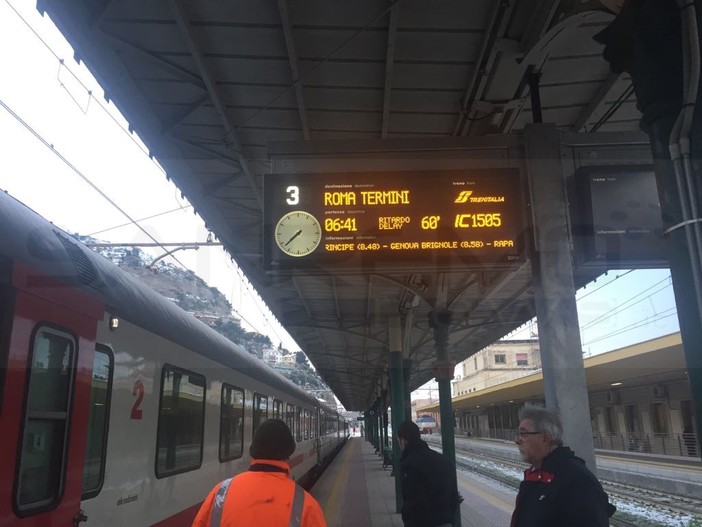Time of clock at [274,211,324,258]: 7:37
